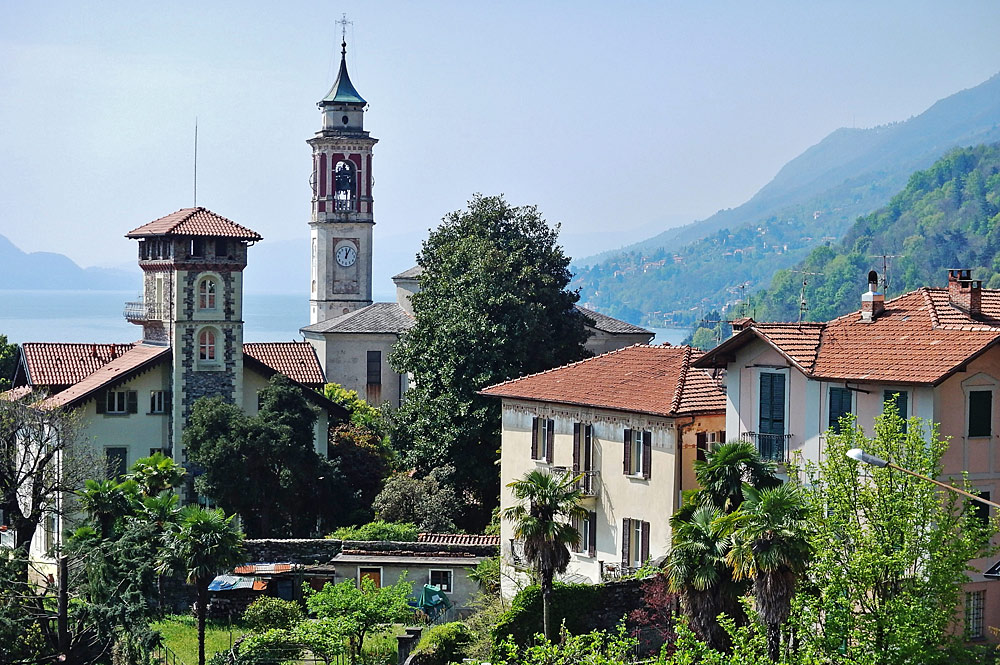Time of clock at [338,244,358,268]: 12:04
